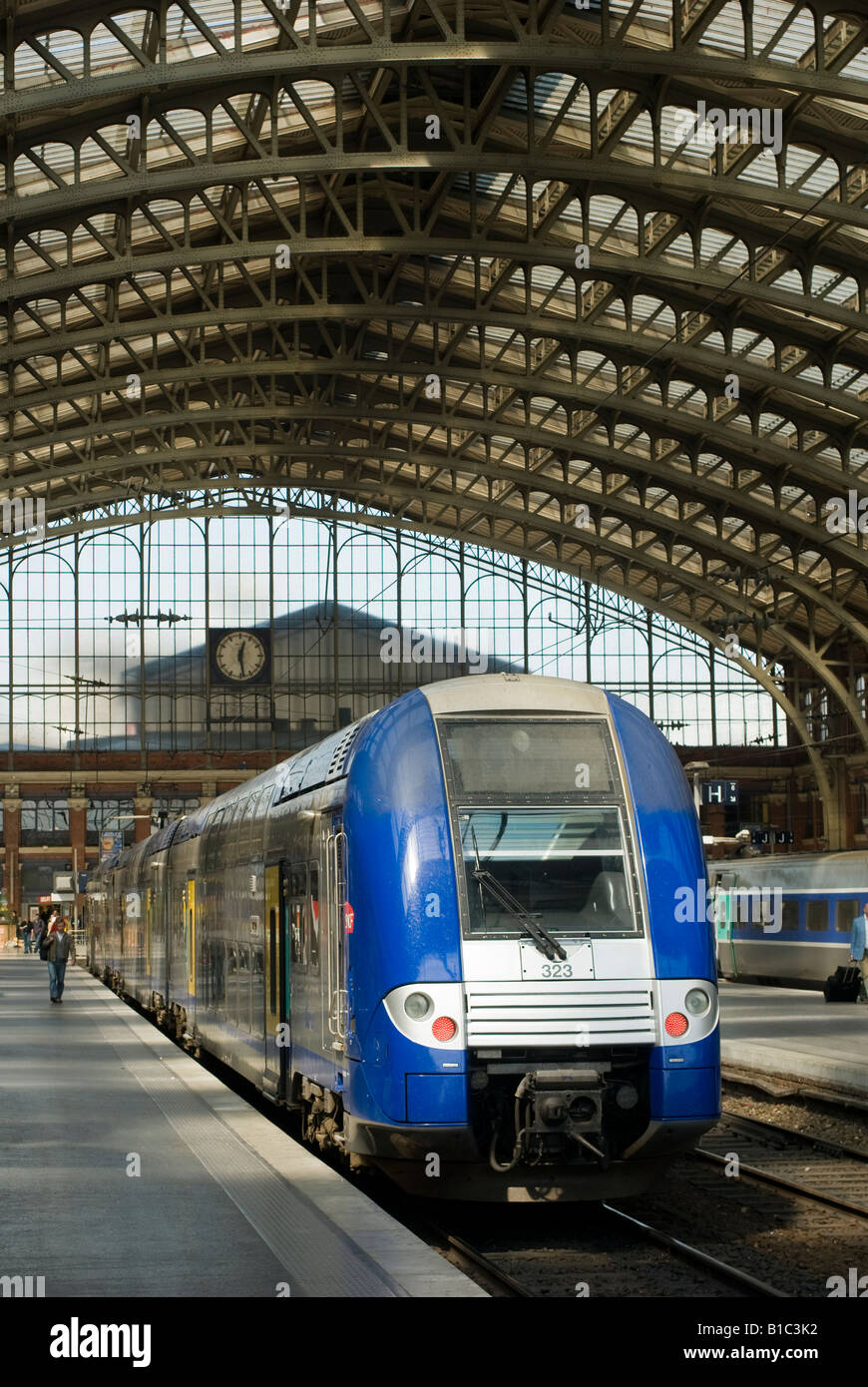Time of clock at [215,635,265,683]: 12:28
